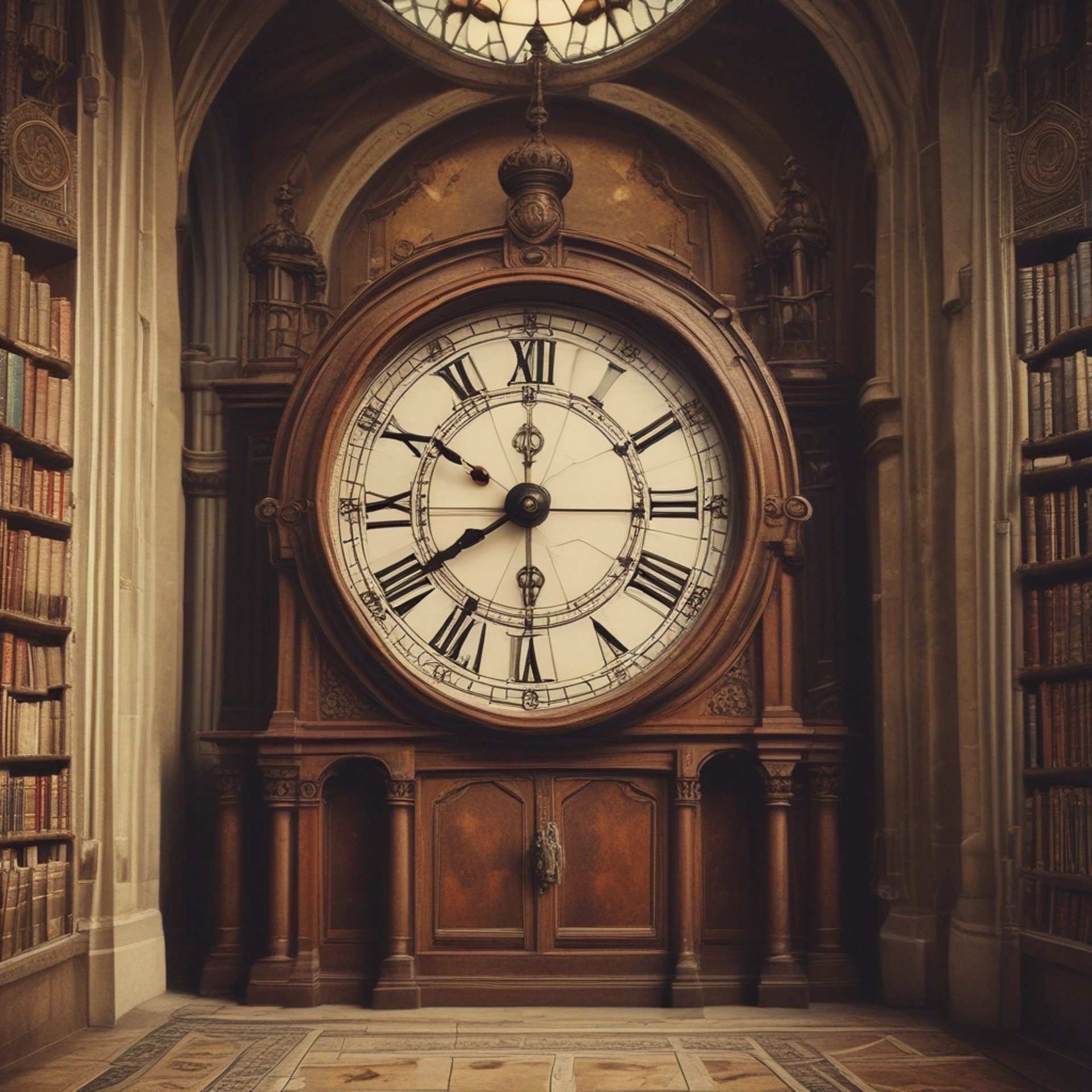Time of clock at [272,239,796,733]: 8:00
